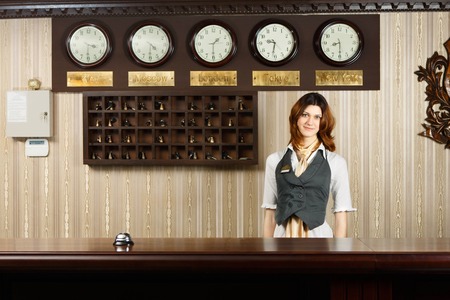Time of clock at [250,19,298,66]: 9:31
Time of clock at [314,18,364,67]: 8:29
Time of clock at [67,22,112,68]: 3:30
